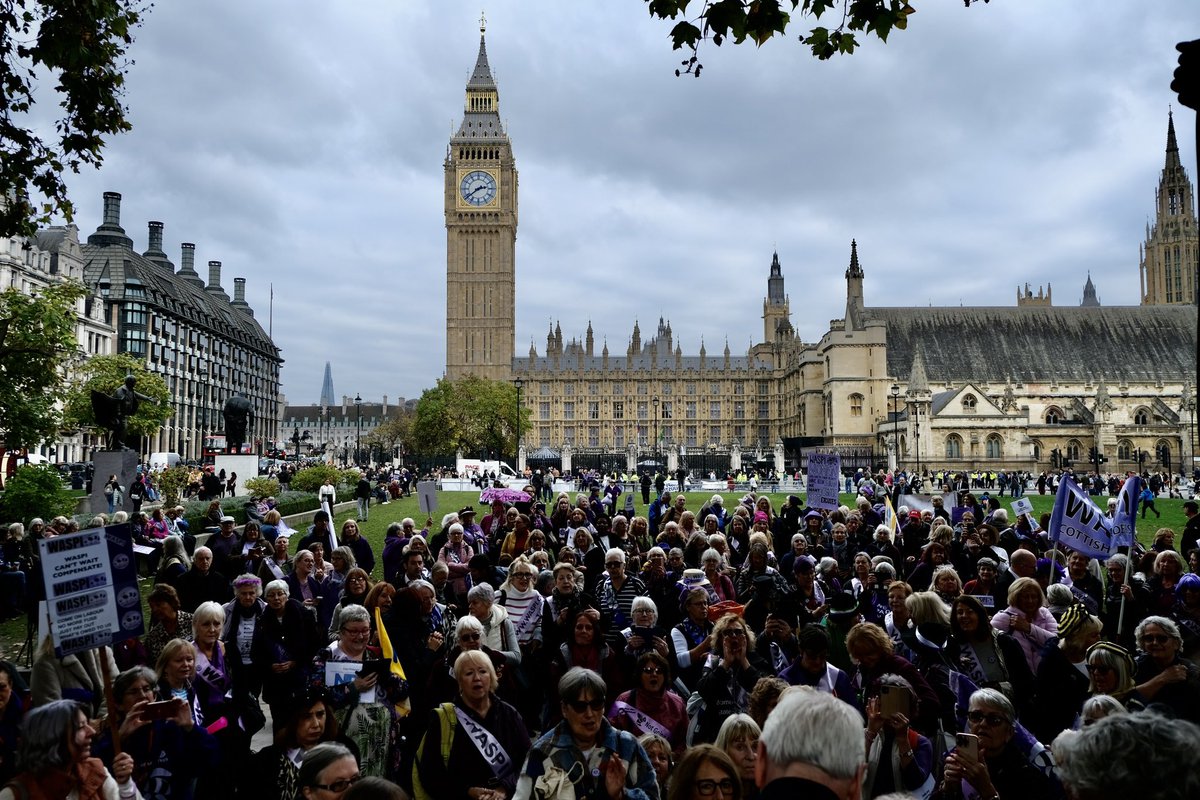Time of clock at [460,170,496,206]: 2:38
